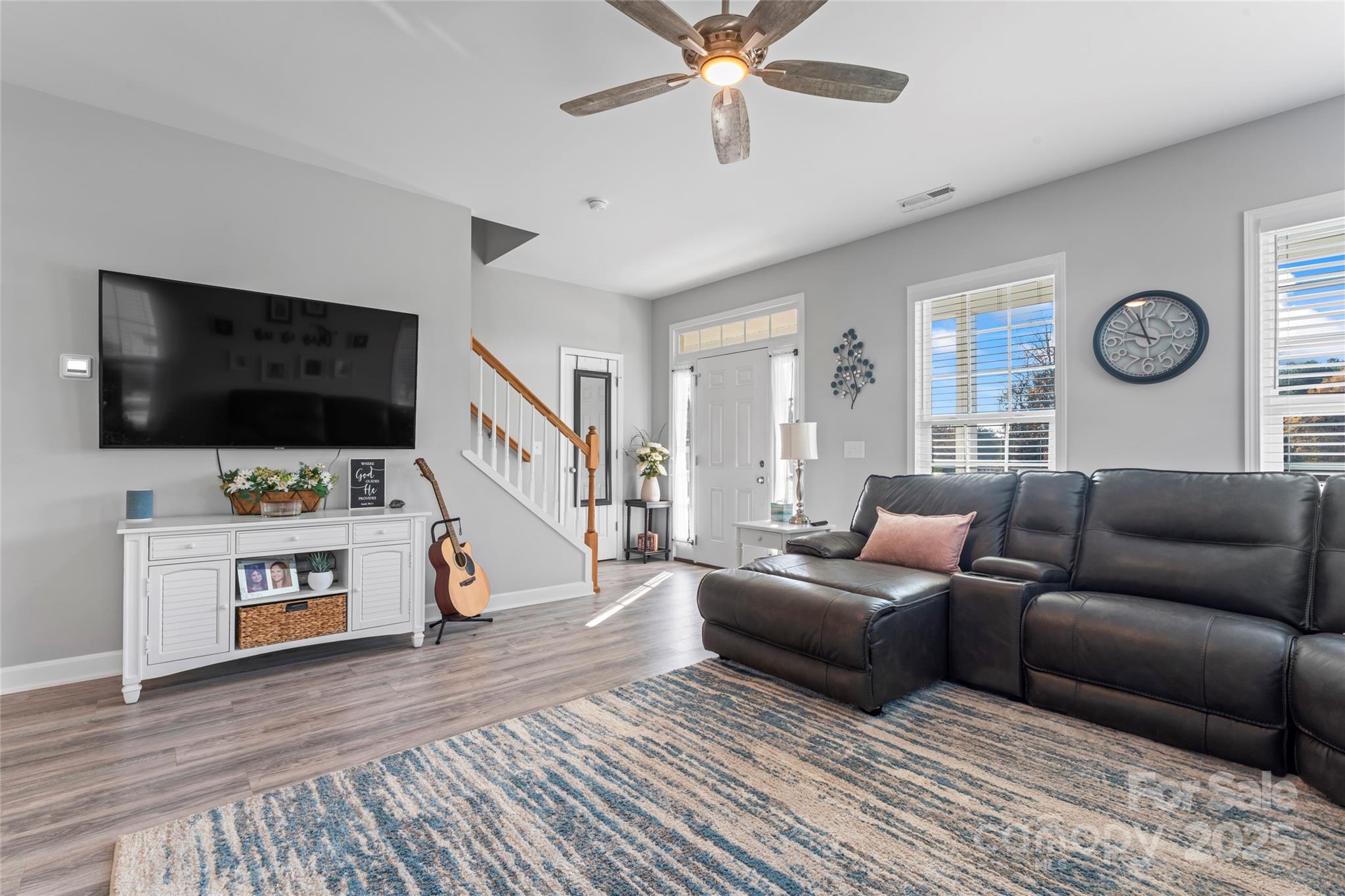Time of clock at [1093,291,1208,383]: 9:56
